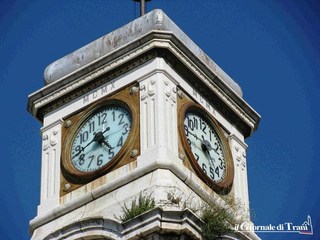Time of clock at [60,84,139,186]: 4:42
